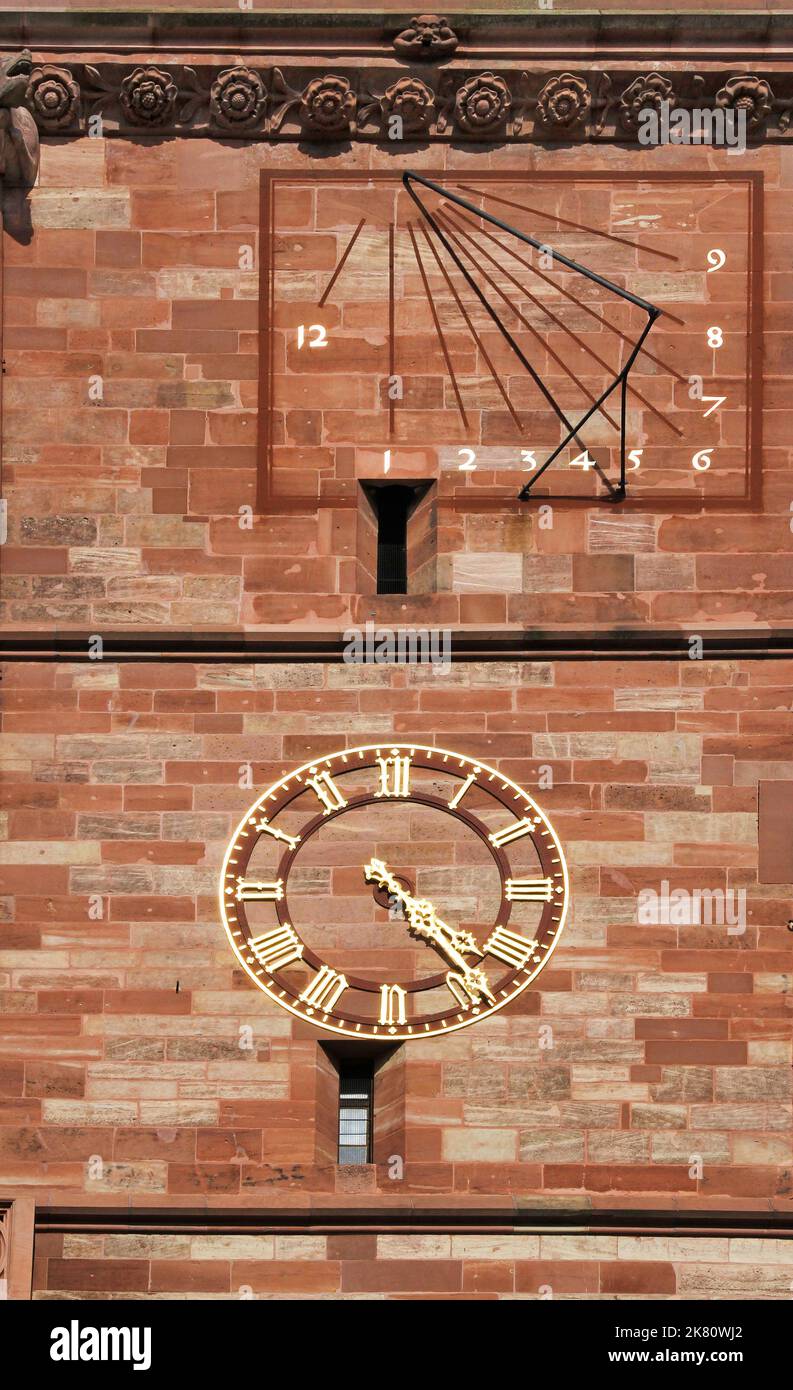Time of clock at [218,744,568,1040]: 4:23
